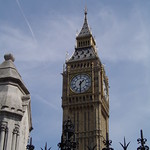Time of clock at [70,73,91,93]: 1:30
